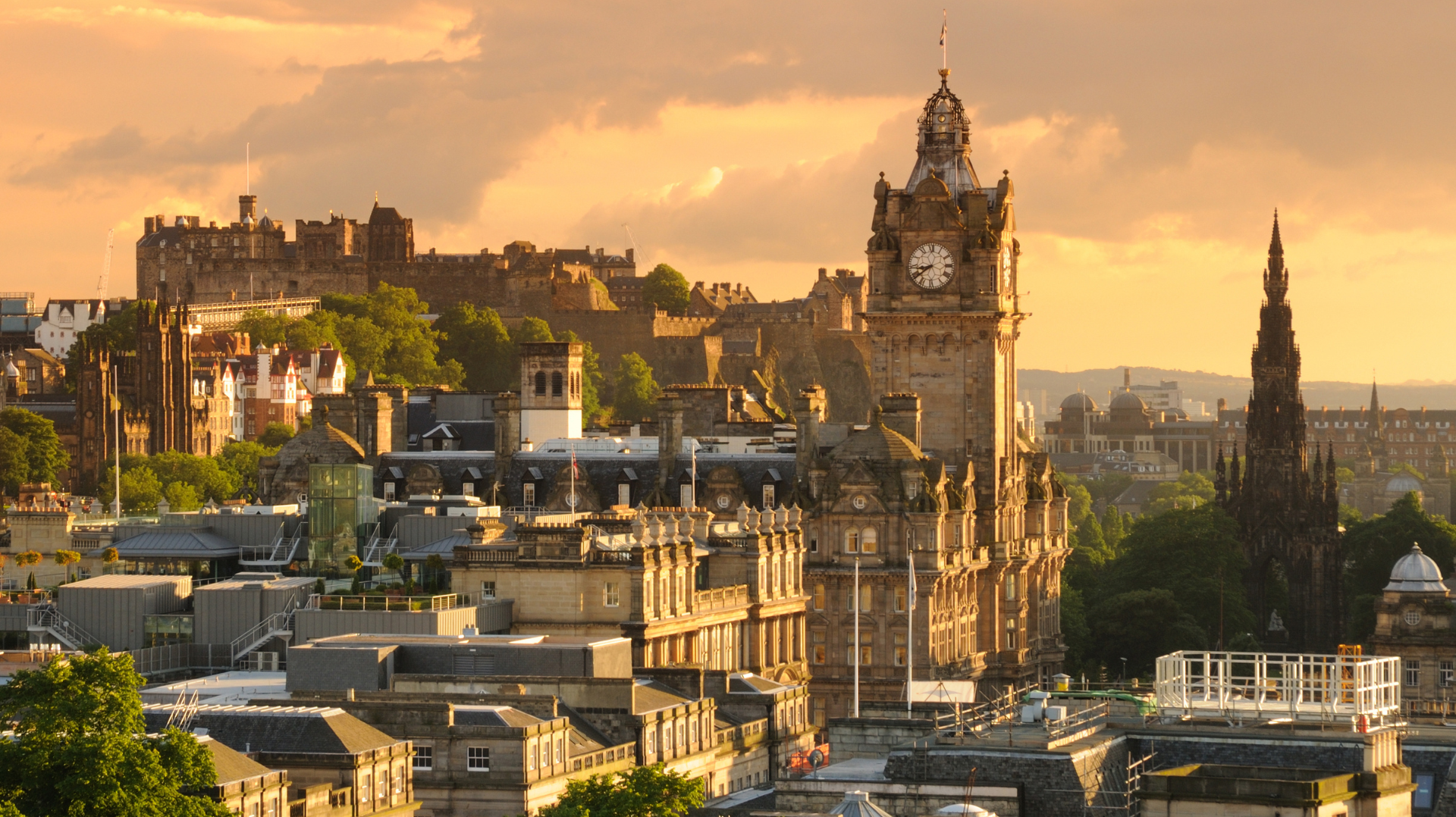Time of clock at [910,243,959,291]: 8:38
